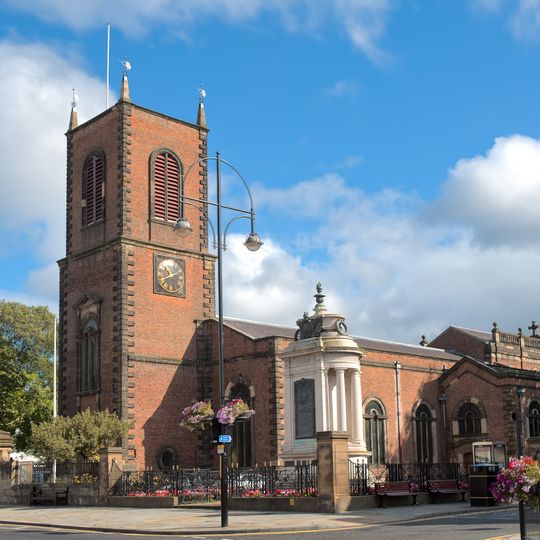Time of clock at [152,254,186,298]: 10:41
